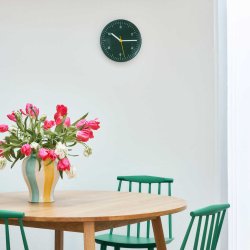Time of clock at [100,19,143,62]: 10:14
